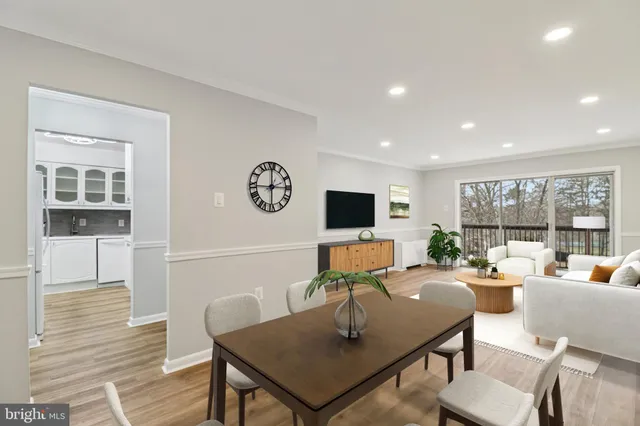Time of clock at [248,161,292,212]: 2:59
